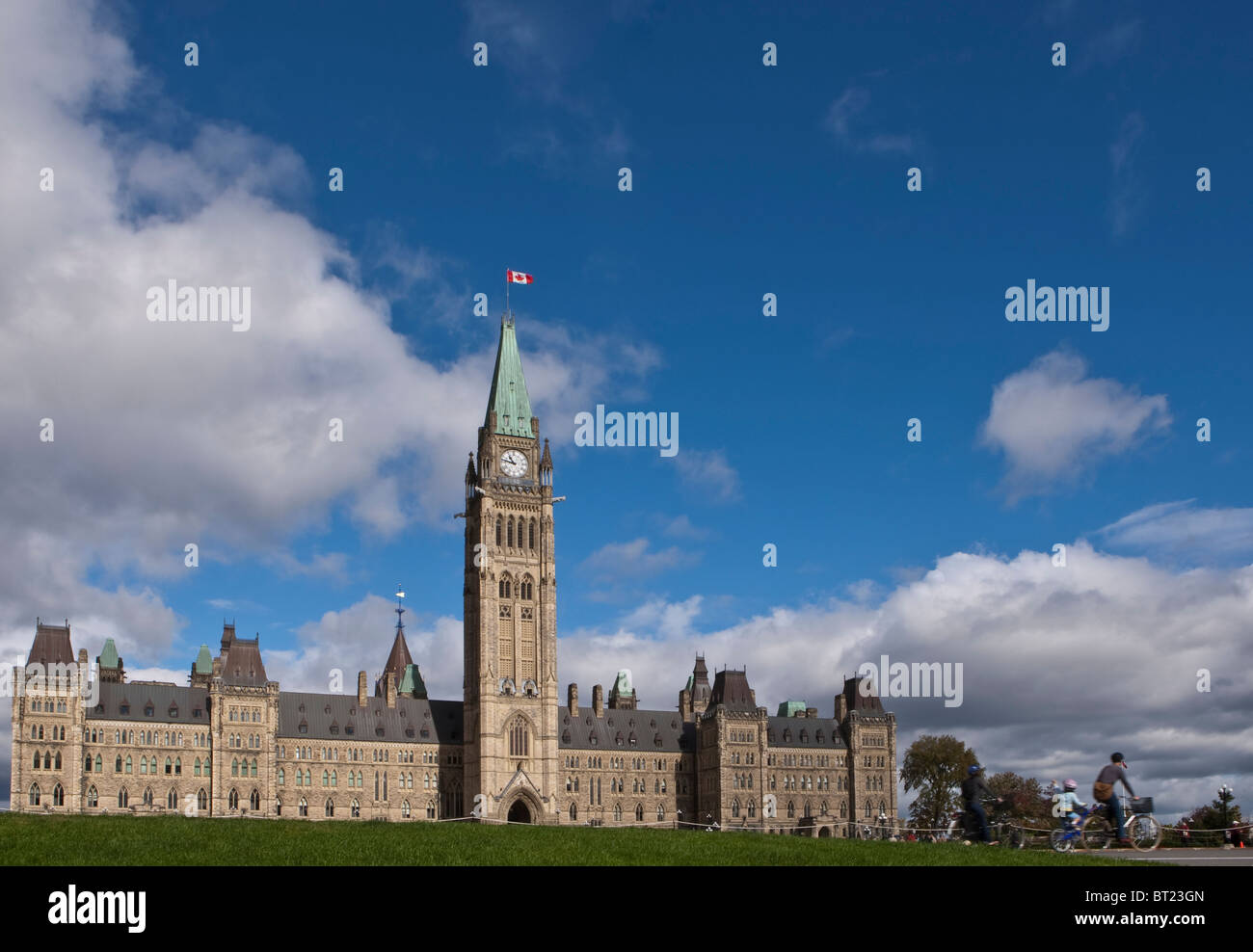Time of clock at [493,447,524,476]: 10:47
